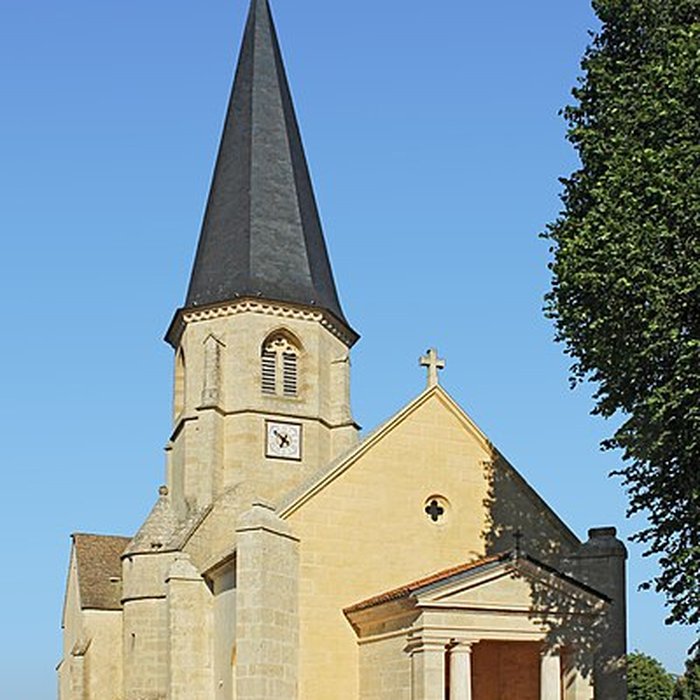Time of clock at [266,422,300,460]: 6:51
